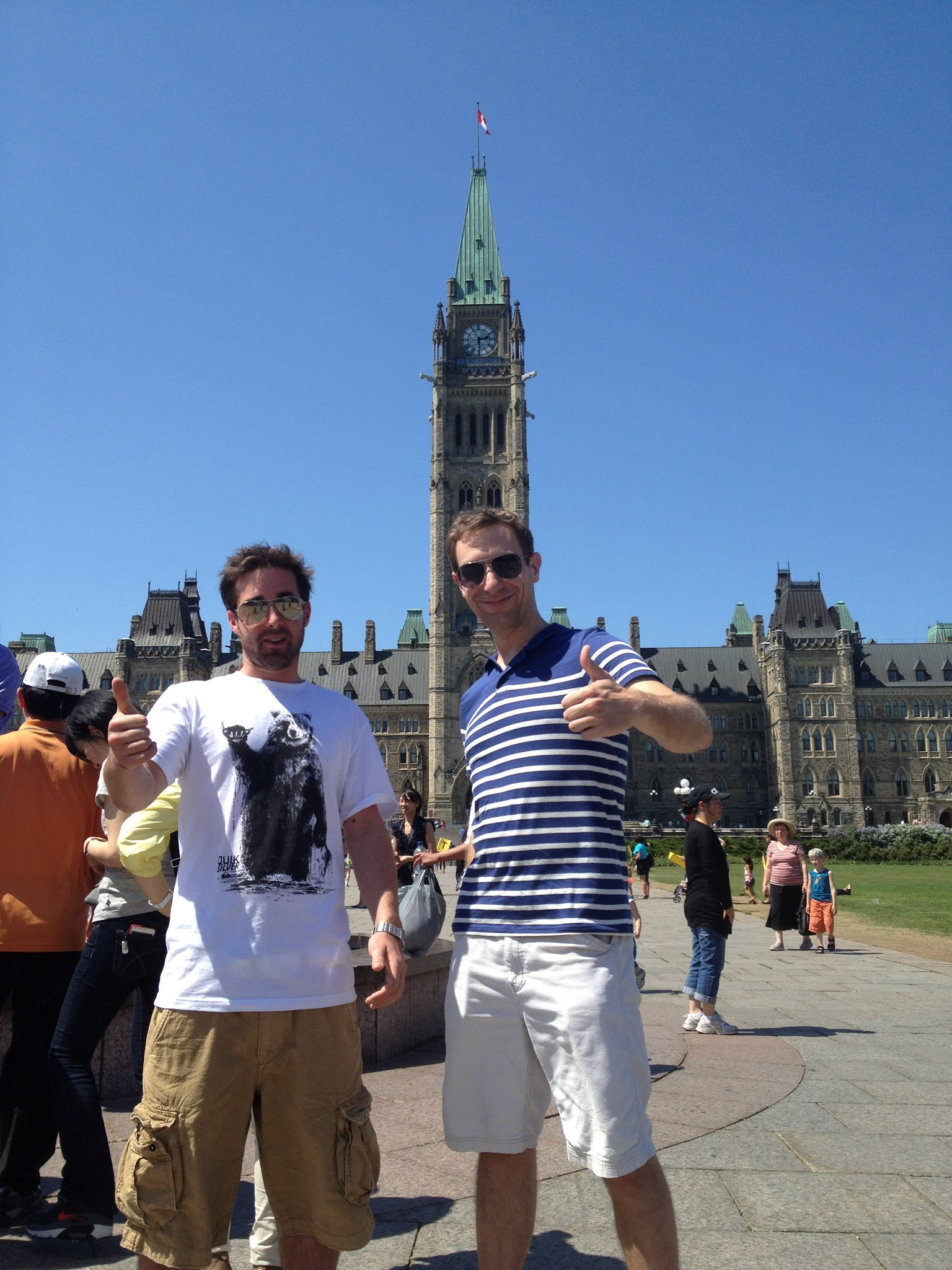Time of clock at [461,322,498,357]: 2:29
